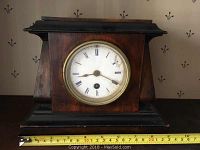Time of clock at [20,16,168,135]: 8:19
